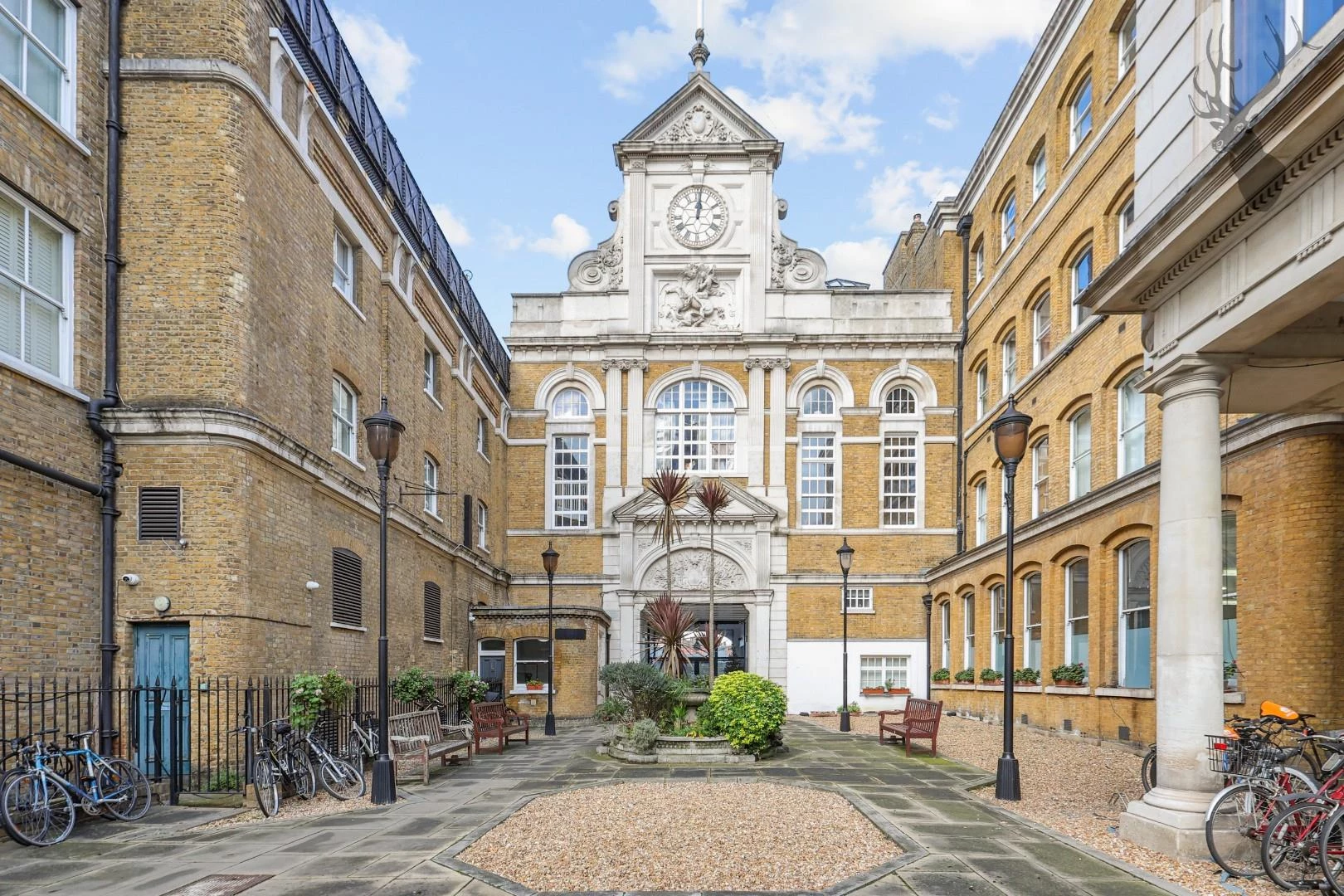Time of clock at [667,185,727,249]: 12:01
